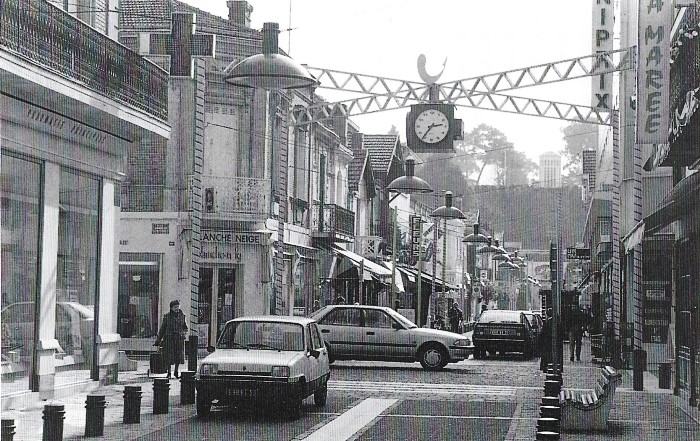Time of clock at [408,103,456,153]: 2:36
